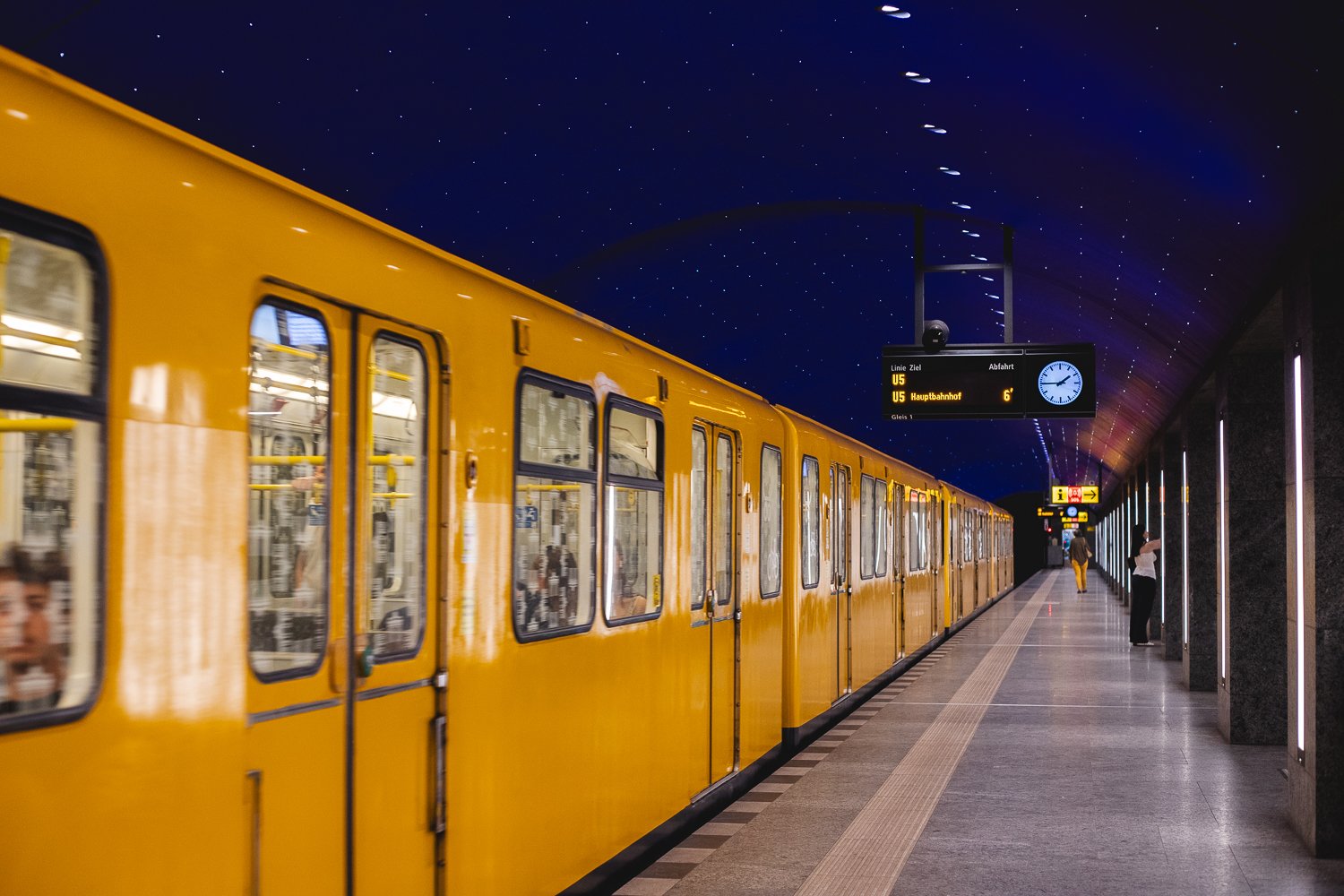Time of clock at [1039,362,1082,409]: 1:45
